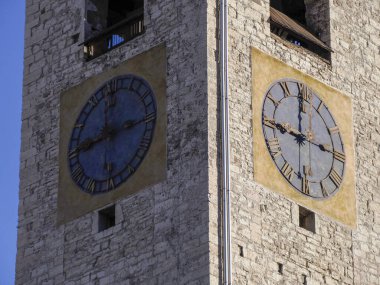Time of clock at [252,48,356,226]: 9:00
